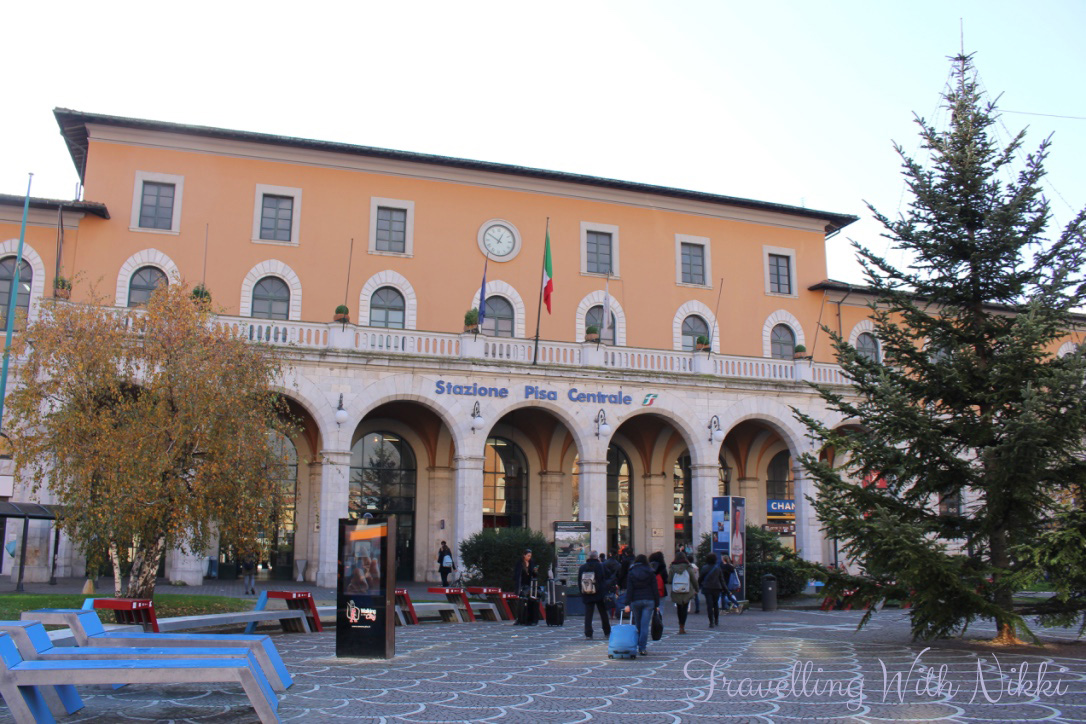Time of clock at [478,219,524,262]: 12:50
